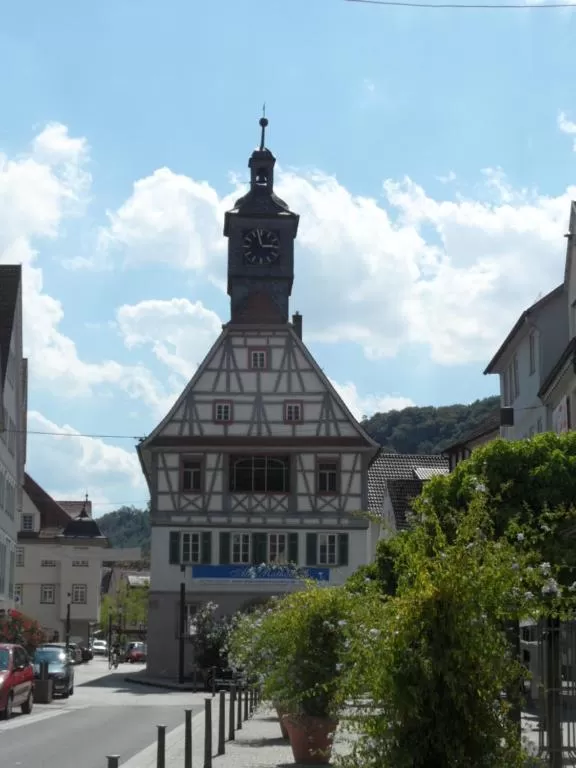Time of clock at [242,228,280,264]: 2:58
